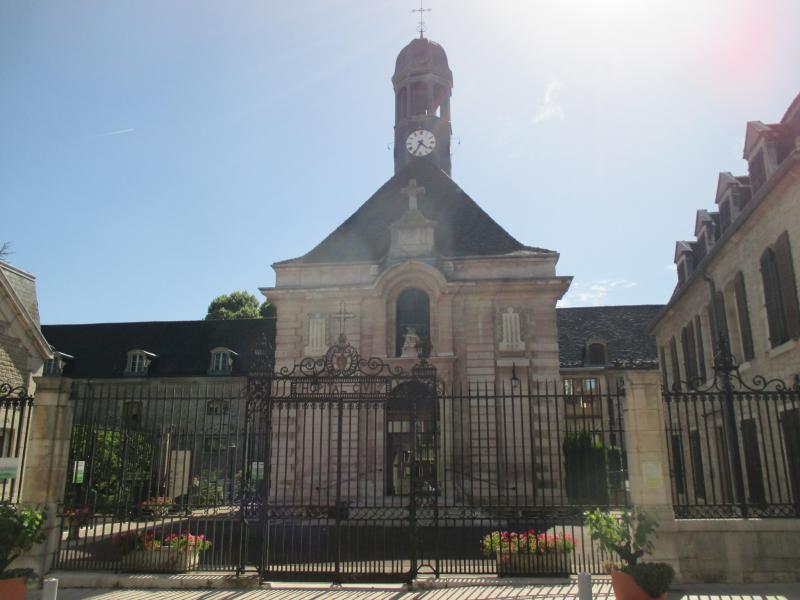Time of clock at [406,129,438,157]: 4:34
